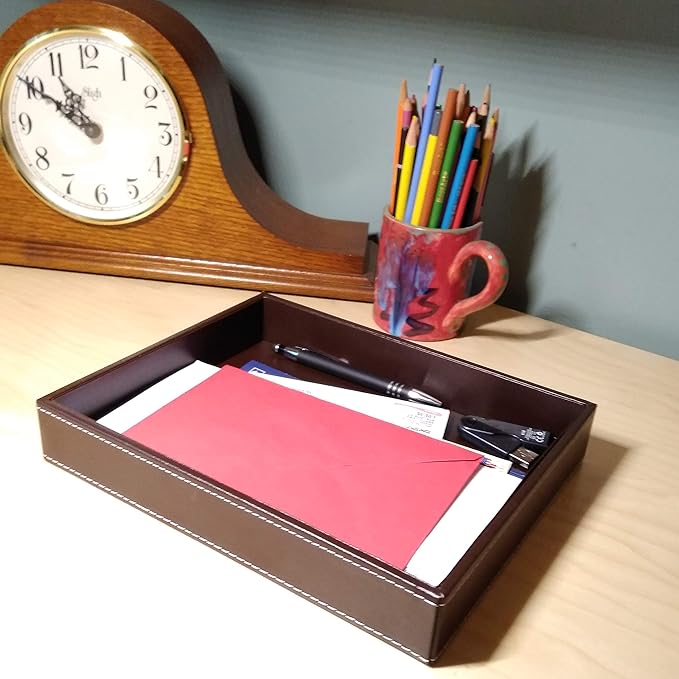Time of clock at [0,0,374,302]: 10:50
